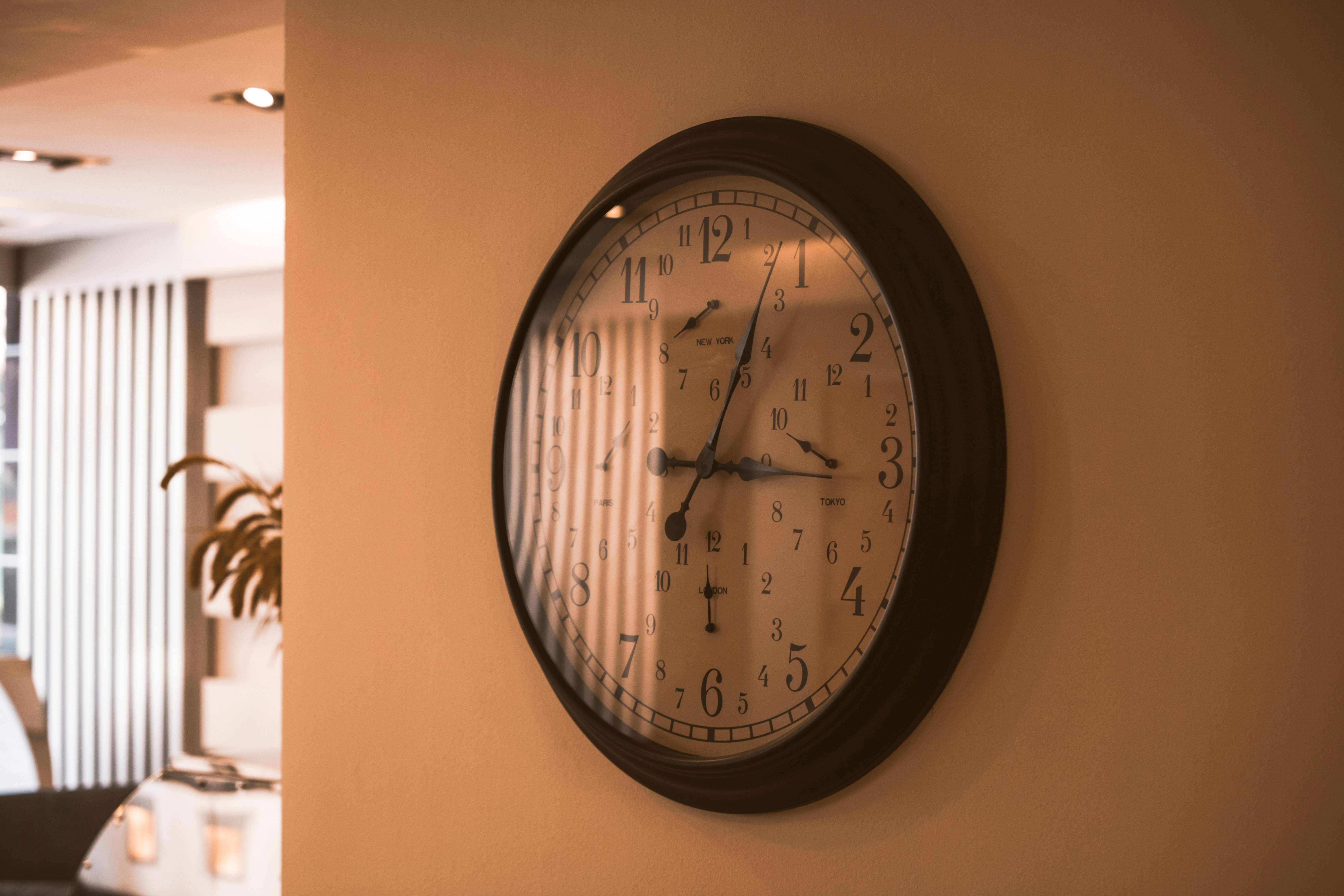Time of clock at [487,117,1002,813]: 3:03
